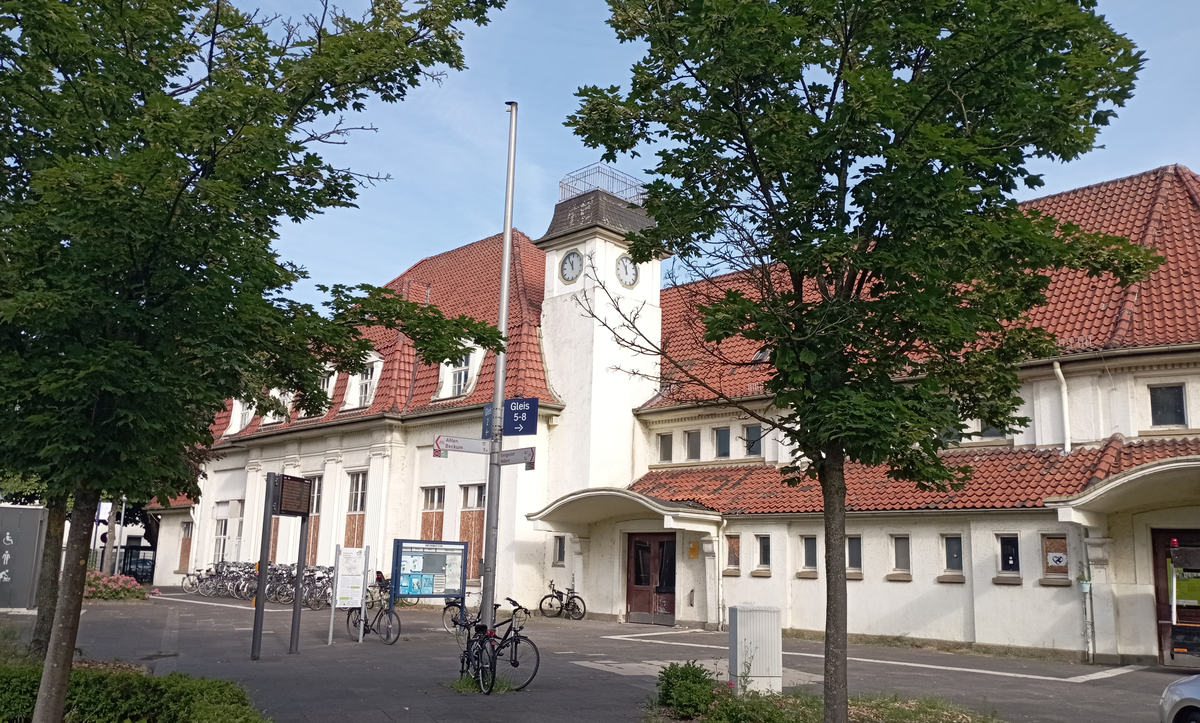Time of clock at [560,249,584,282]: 11:54
